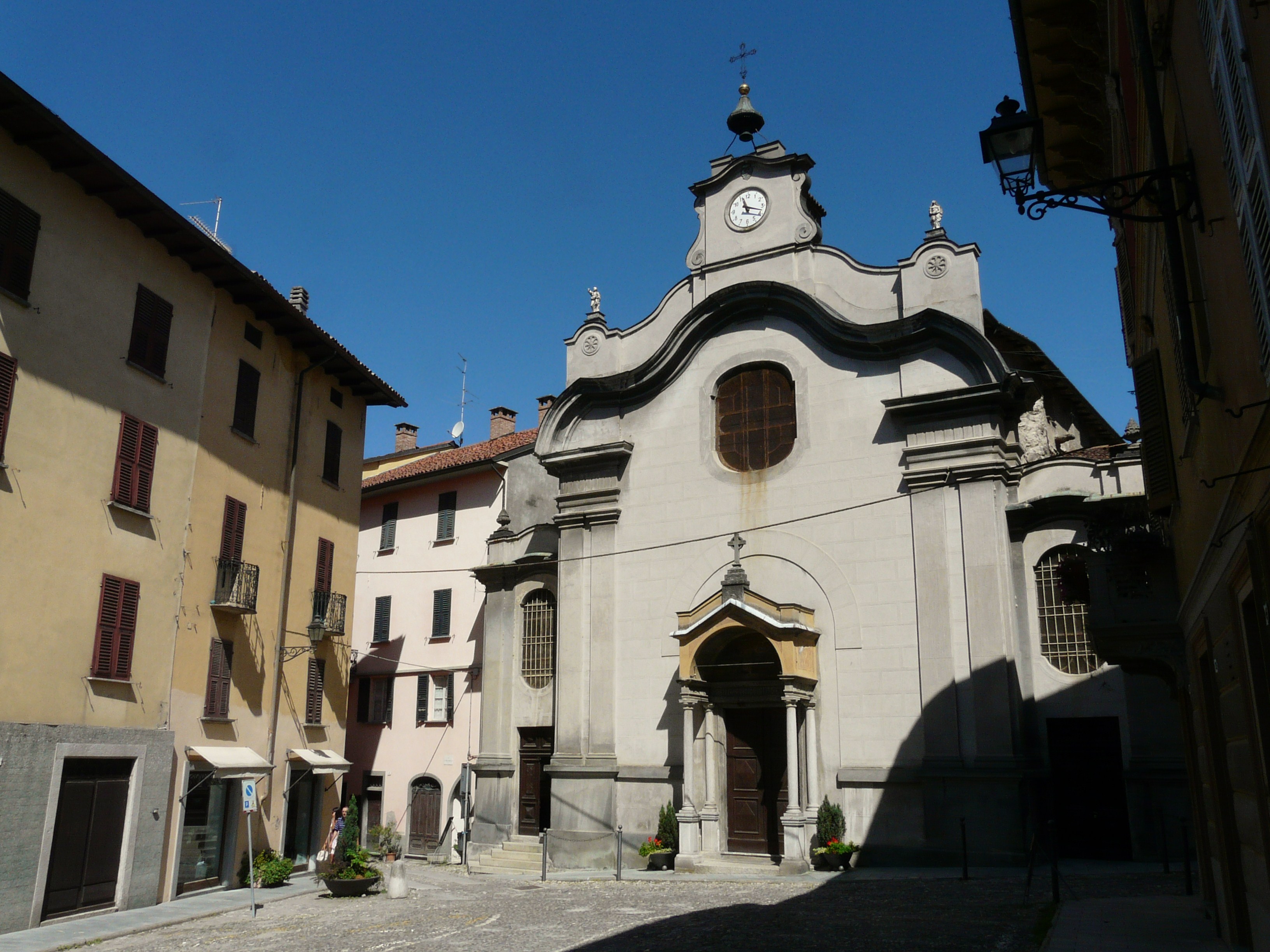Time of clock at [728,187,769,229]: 11:18
